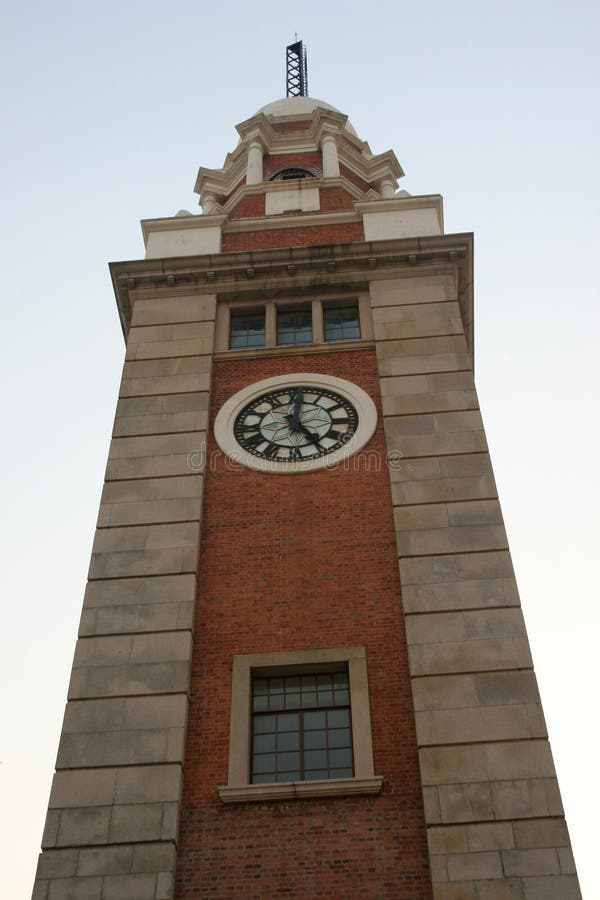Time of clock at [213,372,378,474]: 12:24
